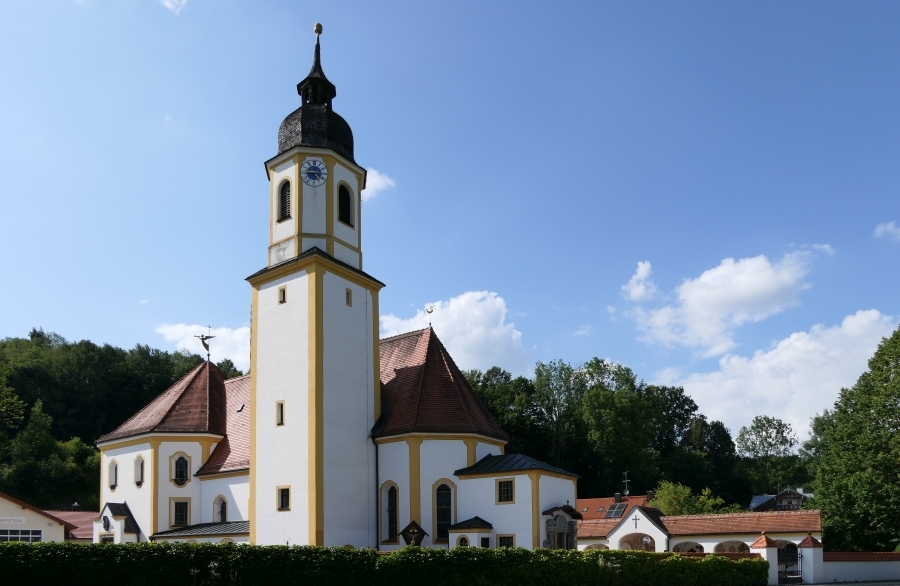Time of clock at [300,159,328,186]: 4:45
